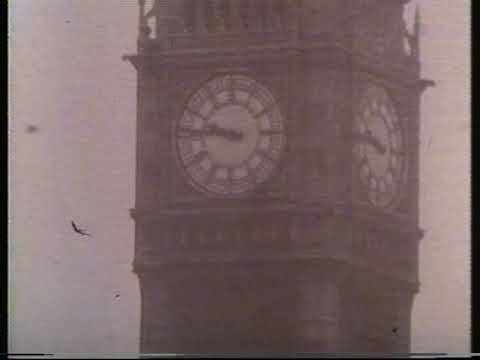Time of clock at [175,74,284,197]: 9:45
